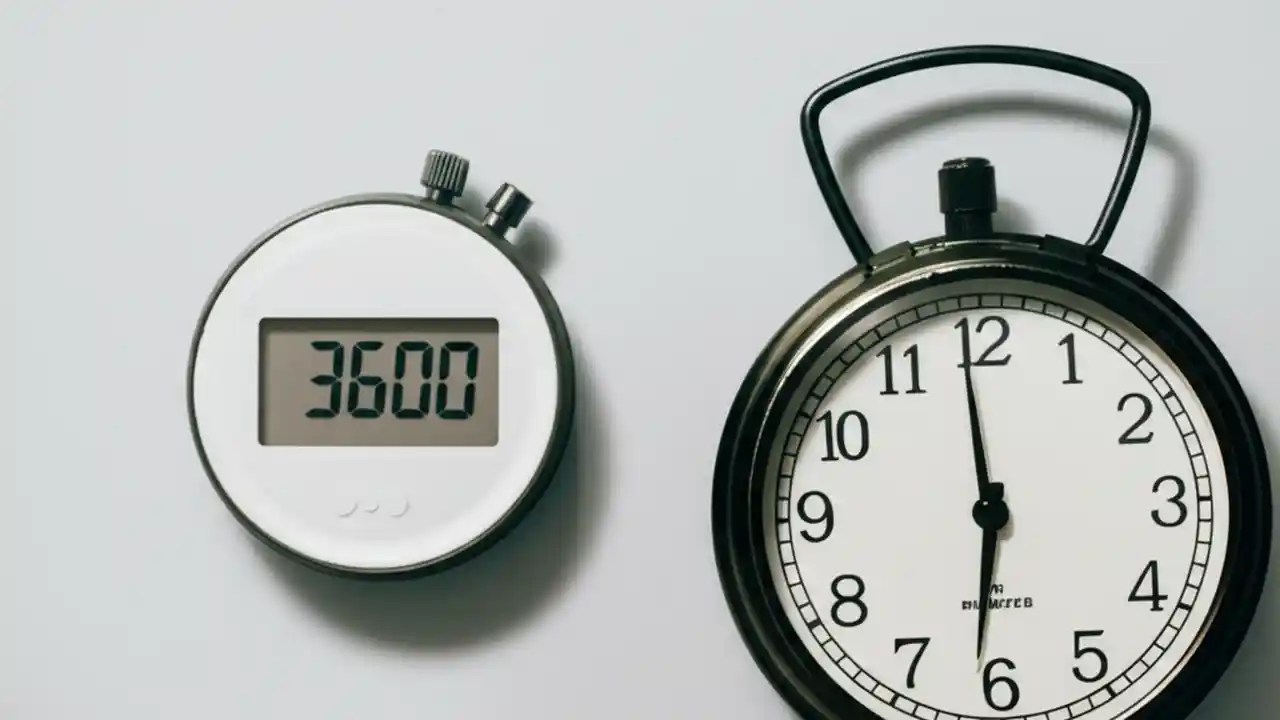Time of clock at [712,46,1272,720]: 5:59
